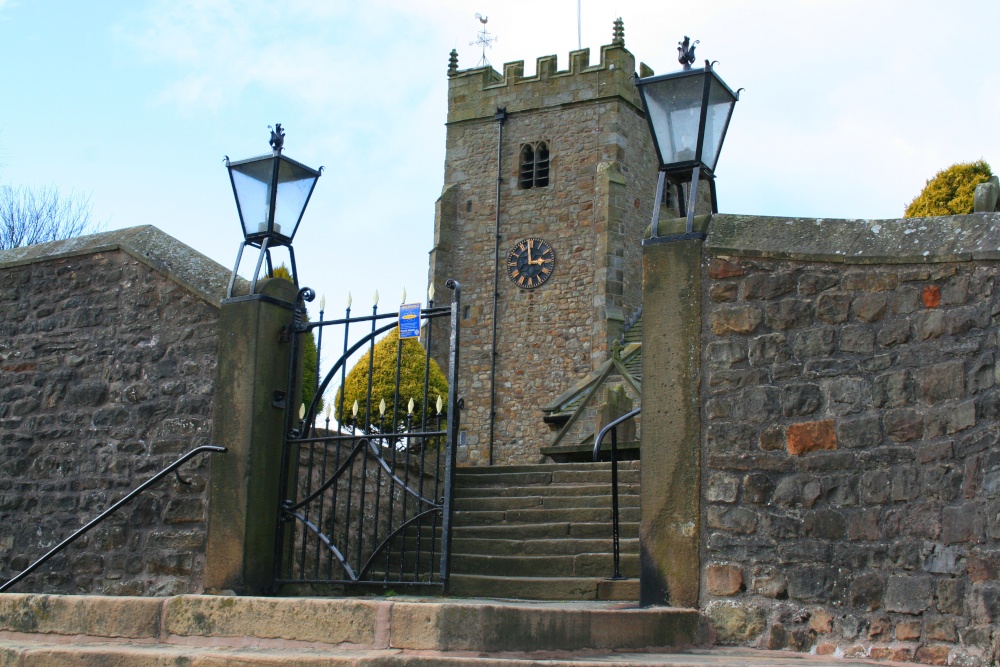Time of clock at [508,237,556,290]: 2:58
